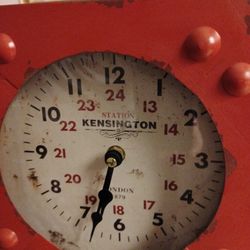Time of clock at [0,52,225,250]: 6:32
